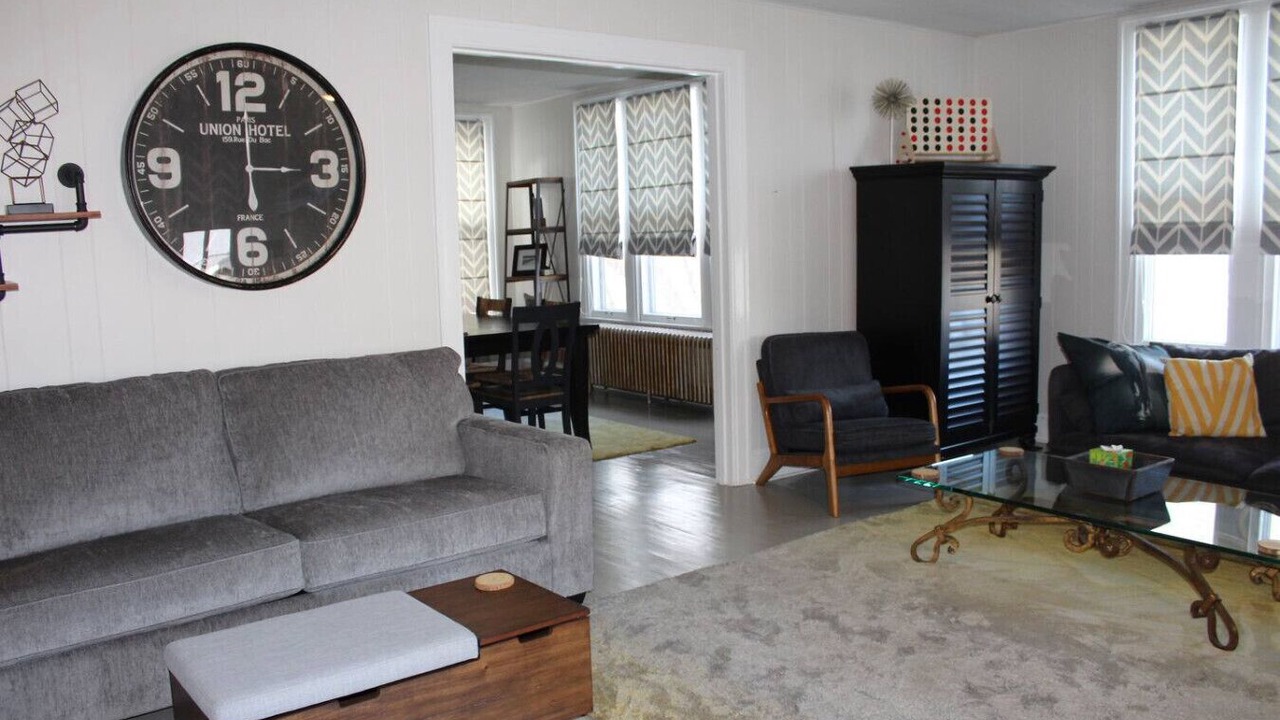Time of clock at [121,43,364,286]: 2:59
